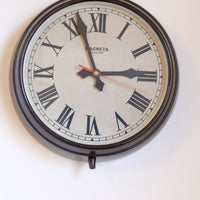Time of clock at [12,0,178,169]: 2:56
